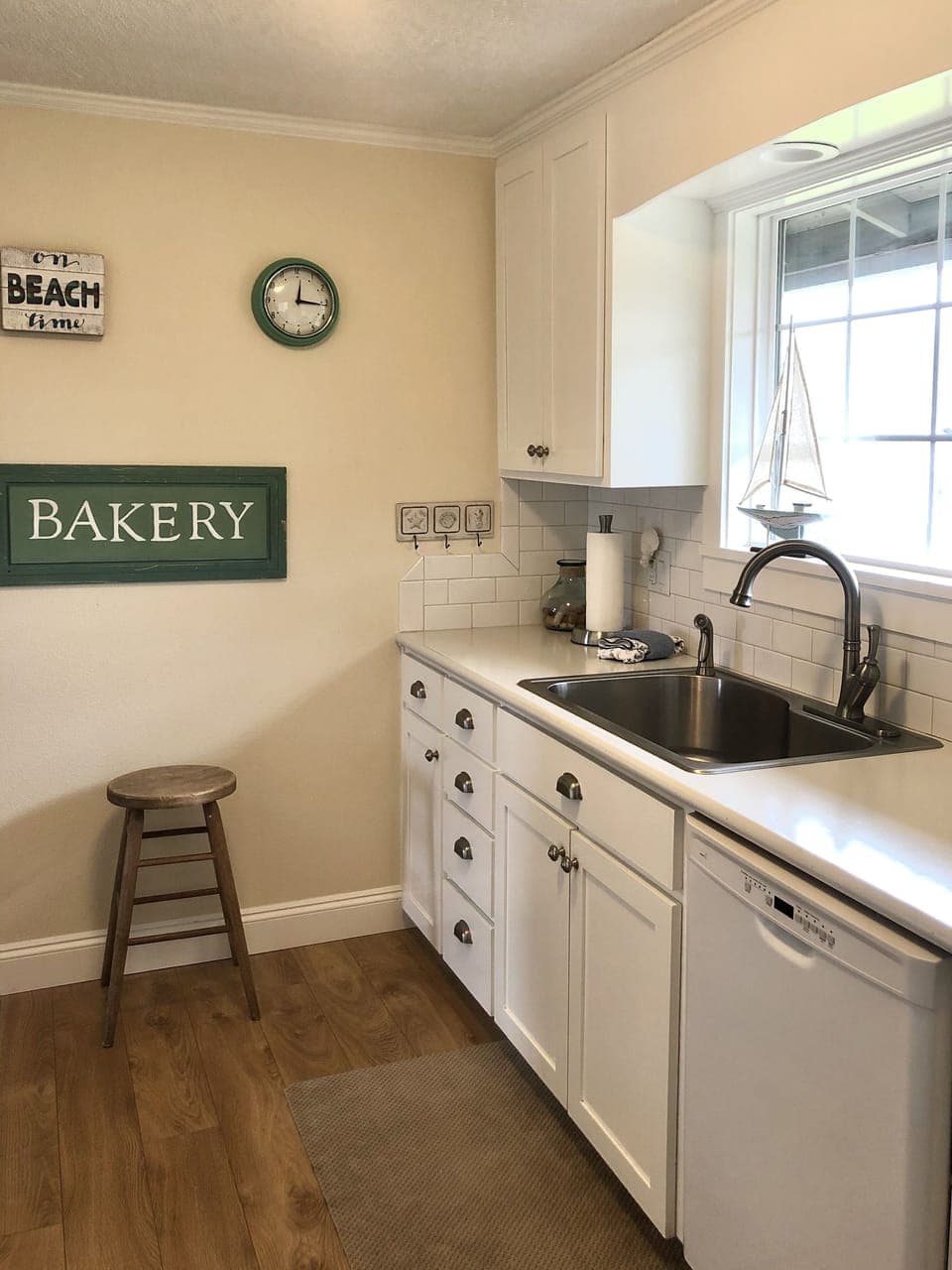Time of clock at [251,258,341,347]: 12:16
